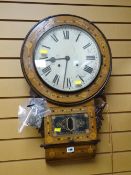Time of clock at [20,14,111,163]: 8:31
